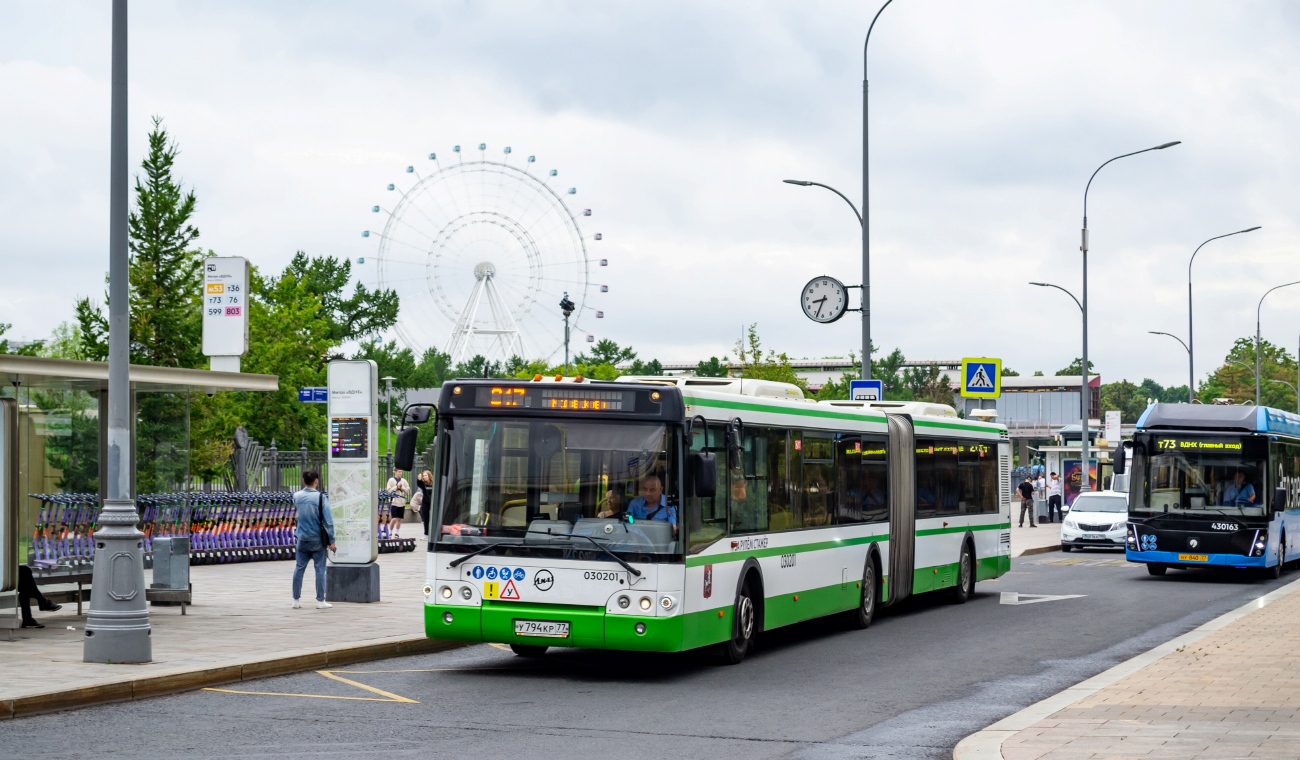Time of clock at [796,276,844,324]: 8:33
